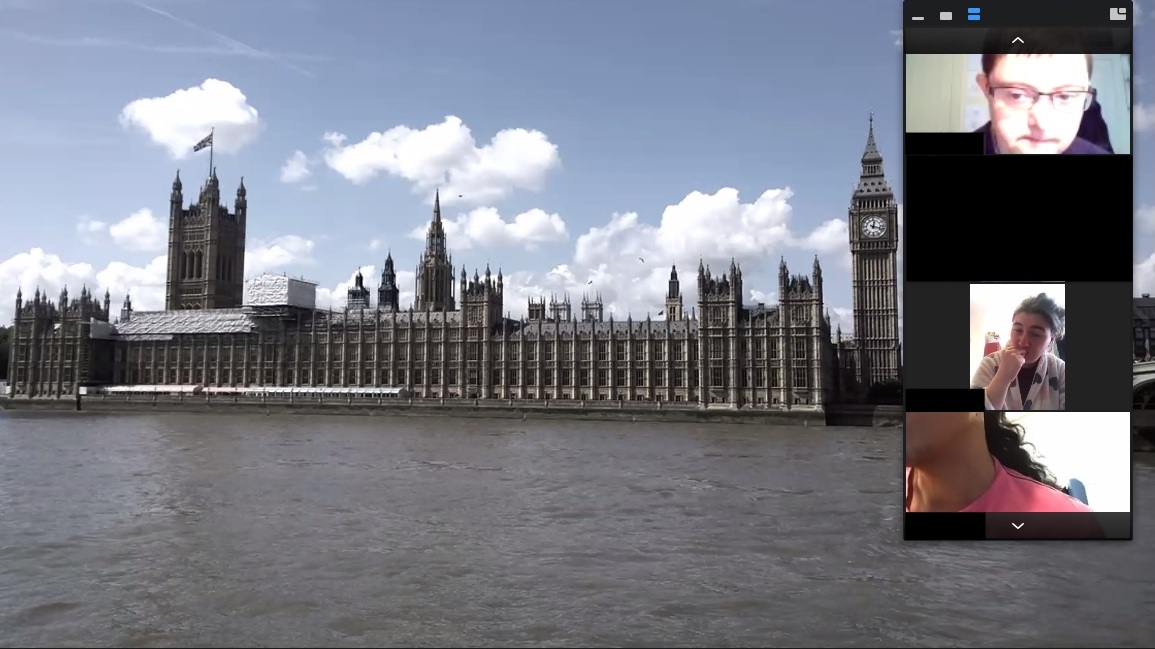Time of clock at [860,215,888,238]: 12:17
